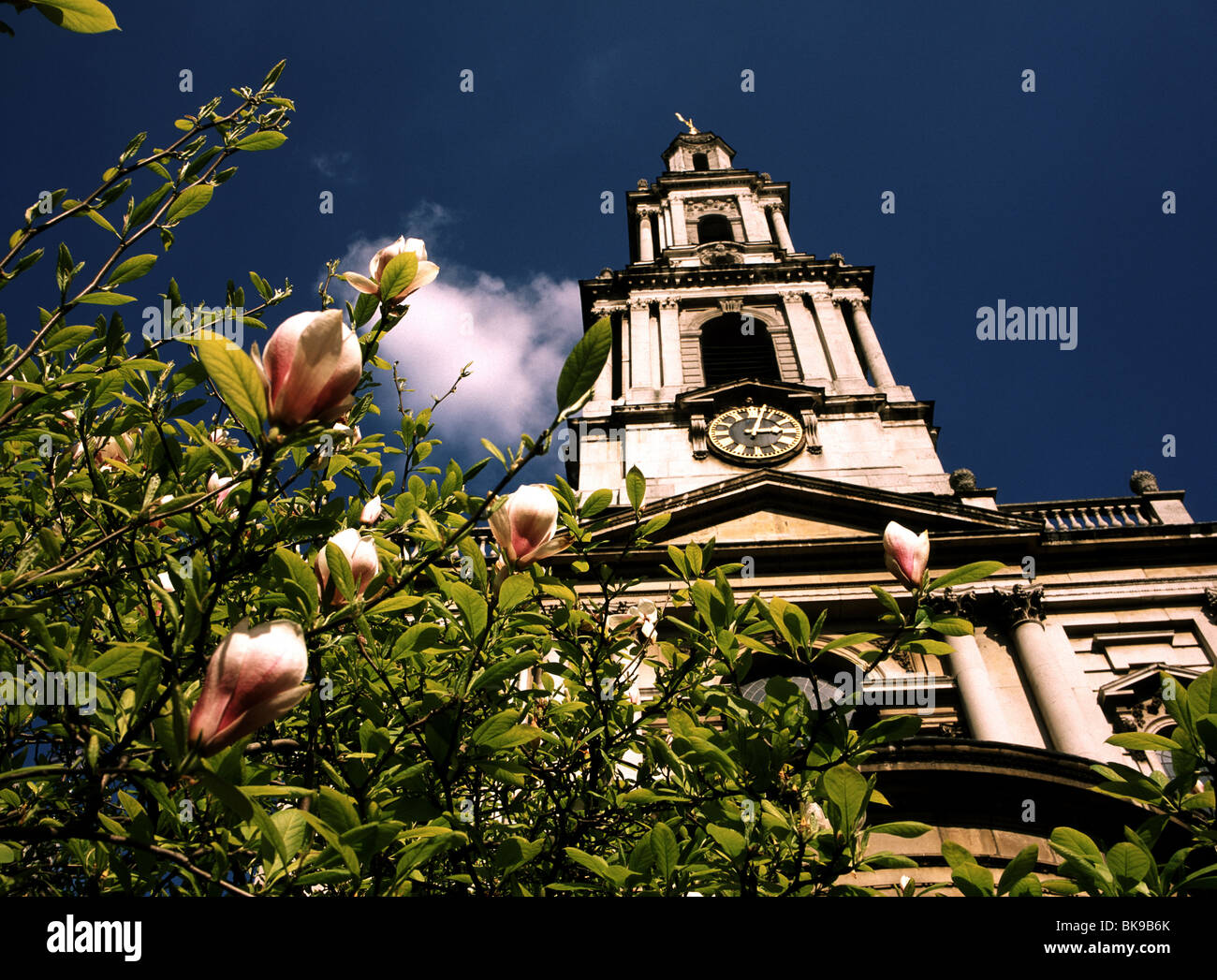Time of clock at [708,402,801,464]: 3:02
